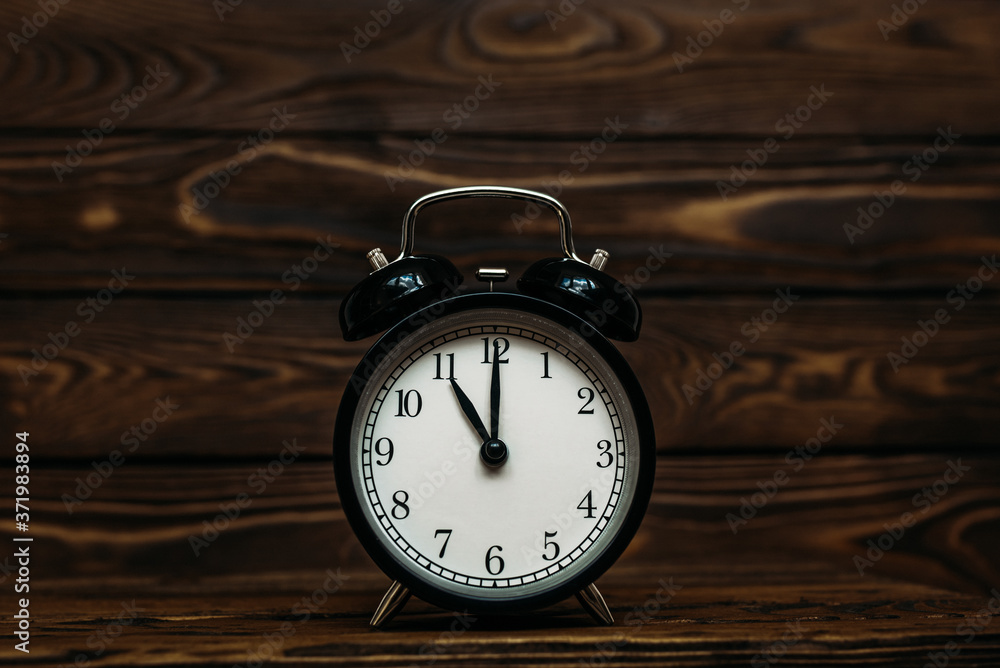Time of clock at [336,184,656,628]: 11:00
